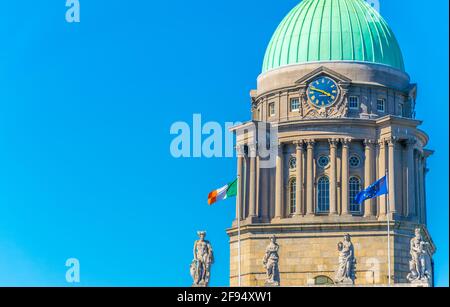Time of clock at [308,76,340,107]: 3:47
